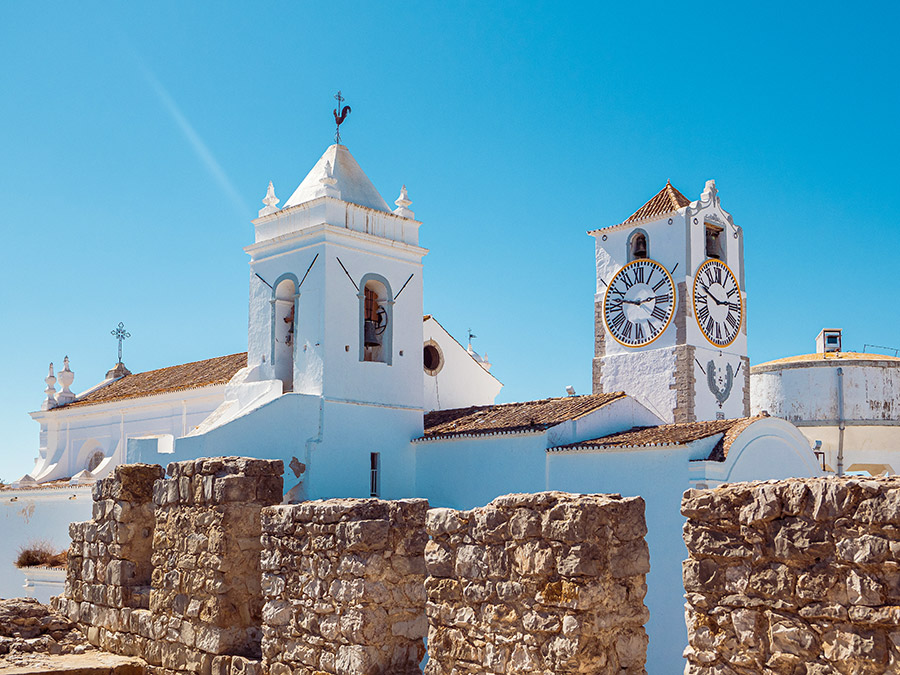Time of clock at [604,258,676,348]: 9:13
